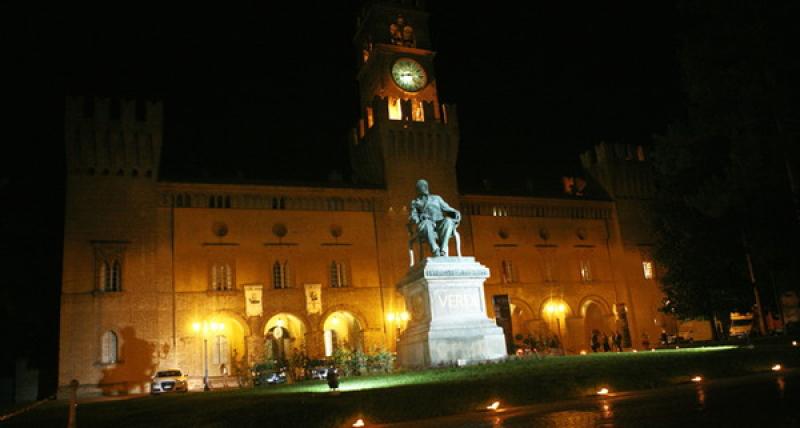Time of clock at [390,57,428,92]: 2:42
